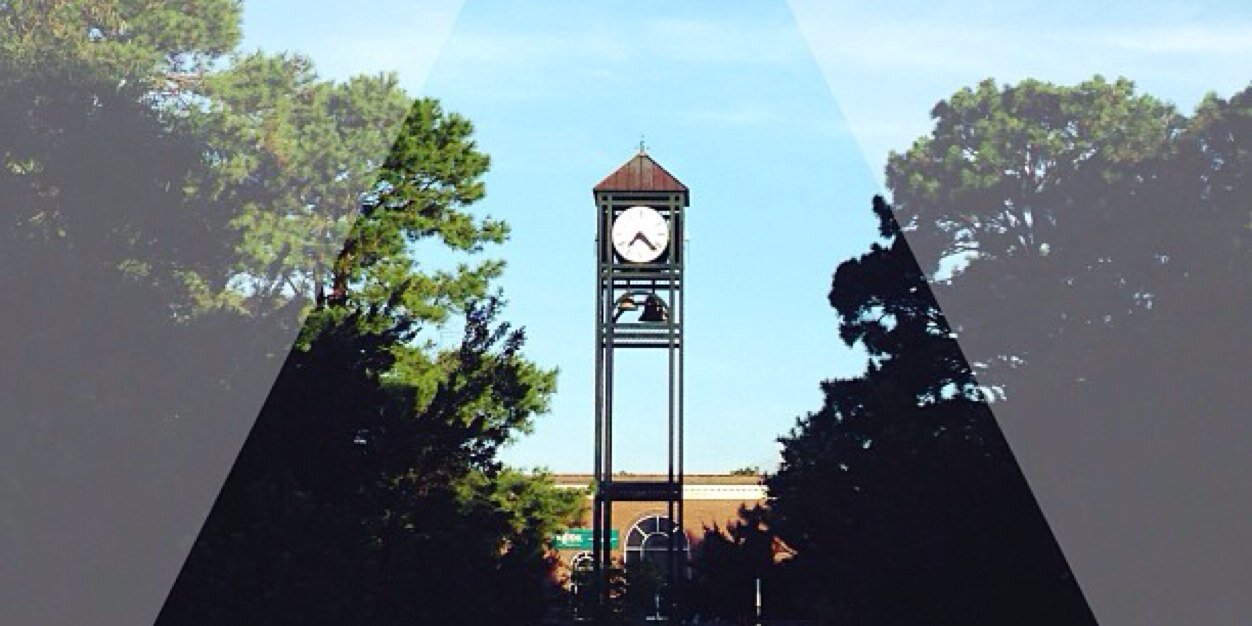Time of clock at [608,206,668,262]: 7:22
